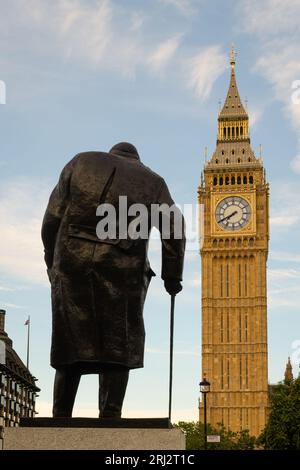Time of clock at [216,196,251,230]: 7:40
